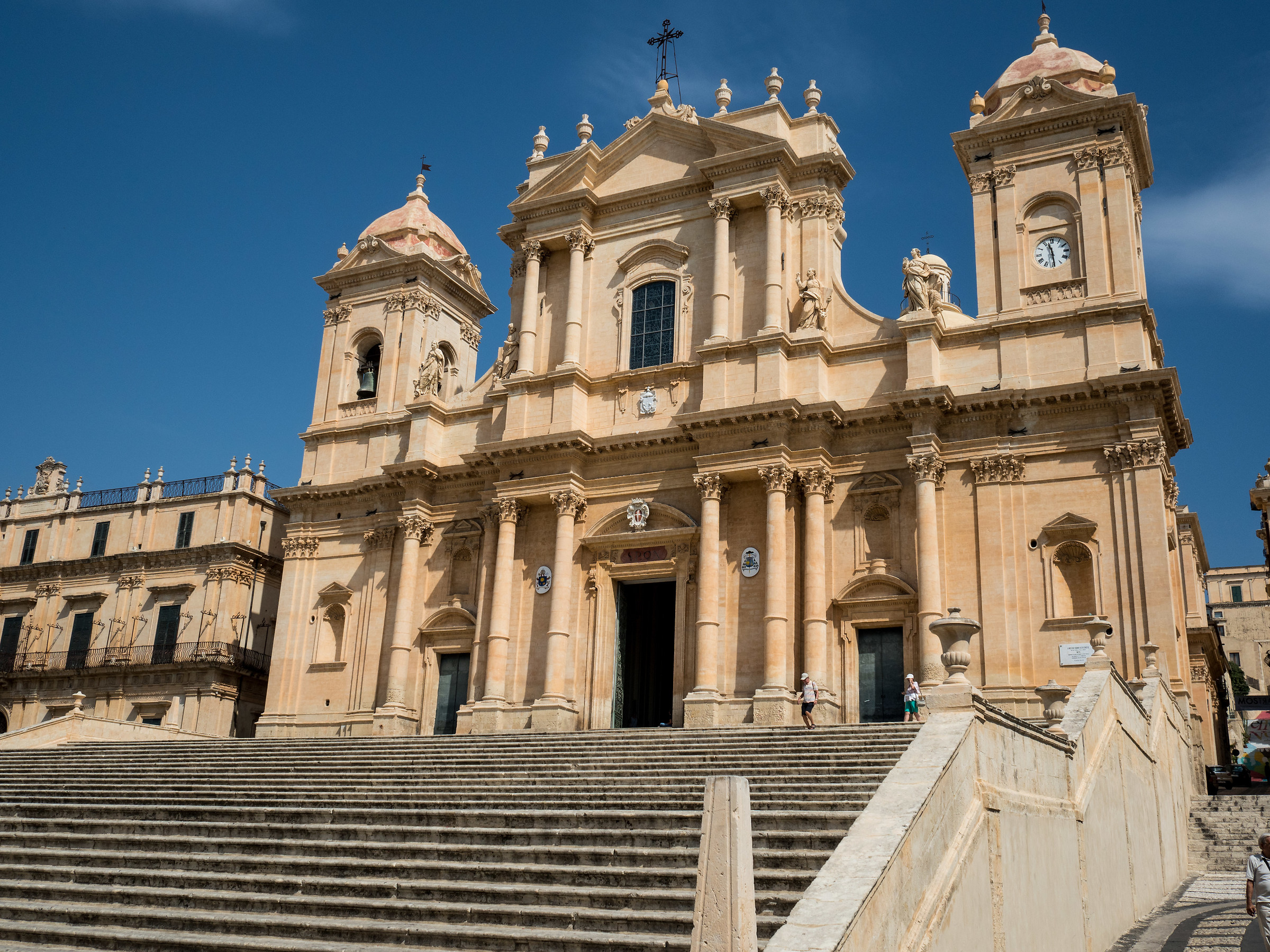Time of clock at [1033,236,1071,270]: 11:29
